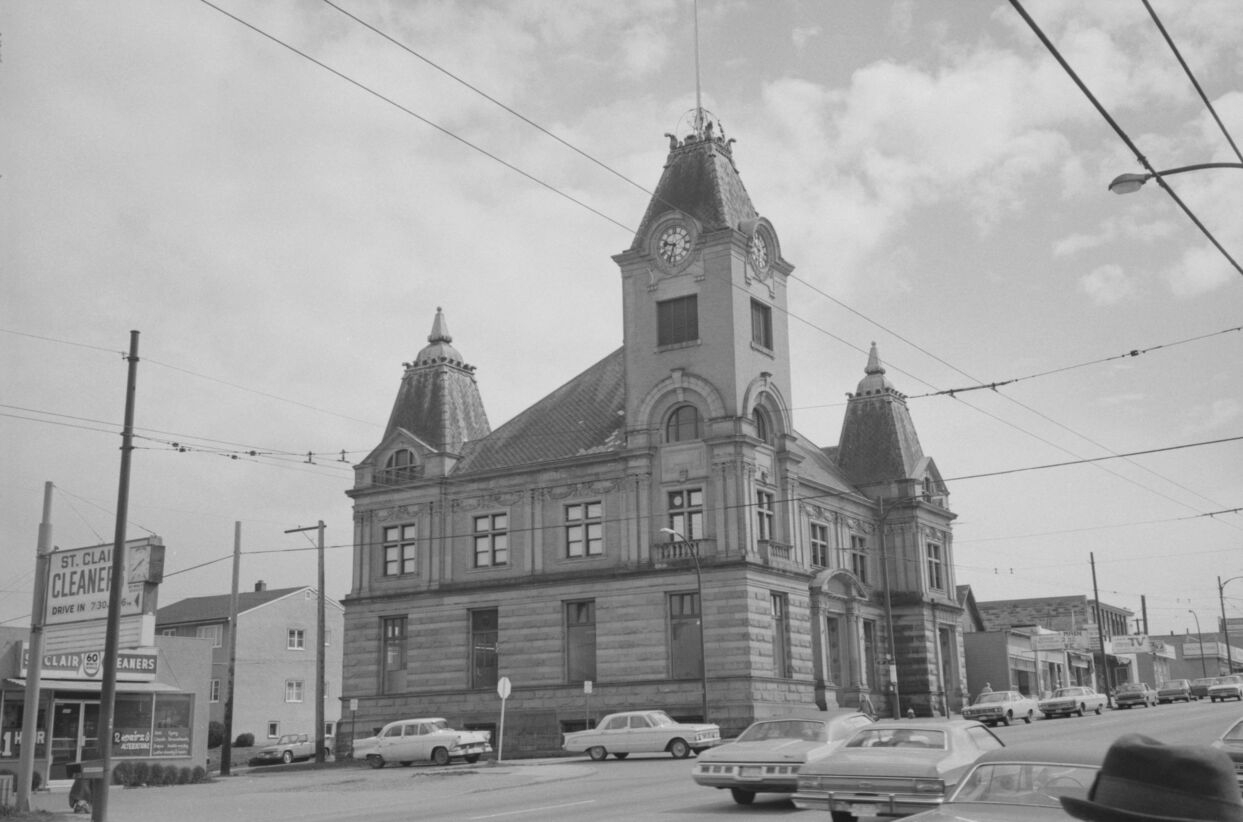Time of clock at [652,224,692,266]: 9:33
